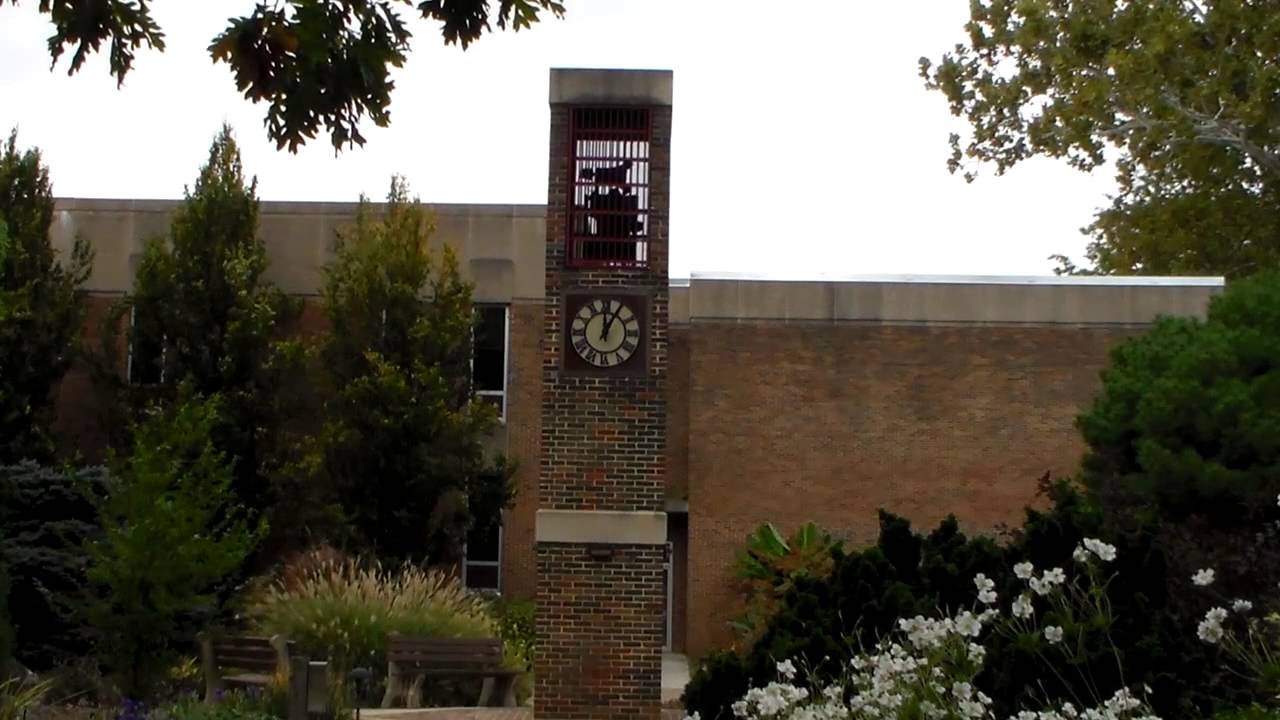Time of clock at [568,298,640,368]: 12:05
